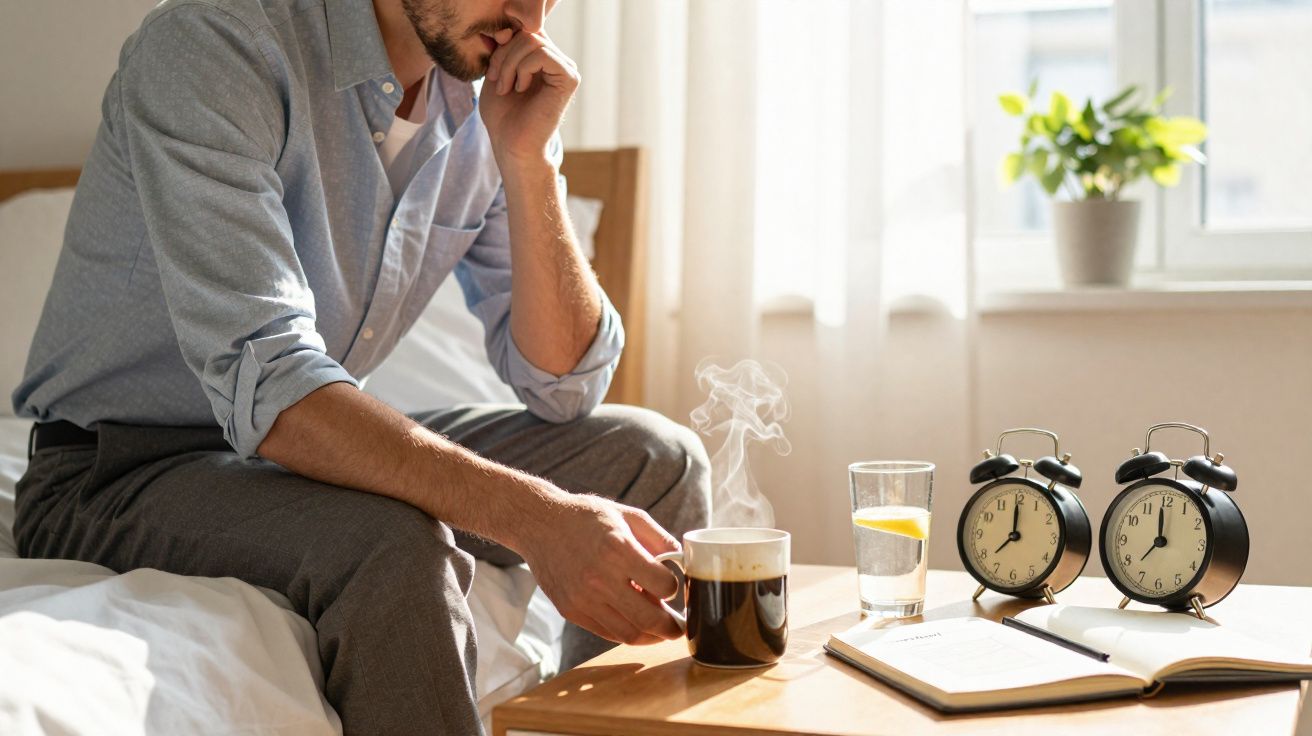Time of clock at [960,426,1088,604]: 12:00
